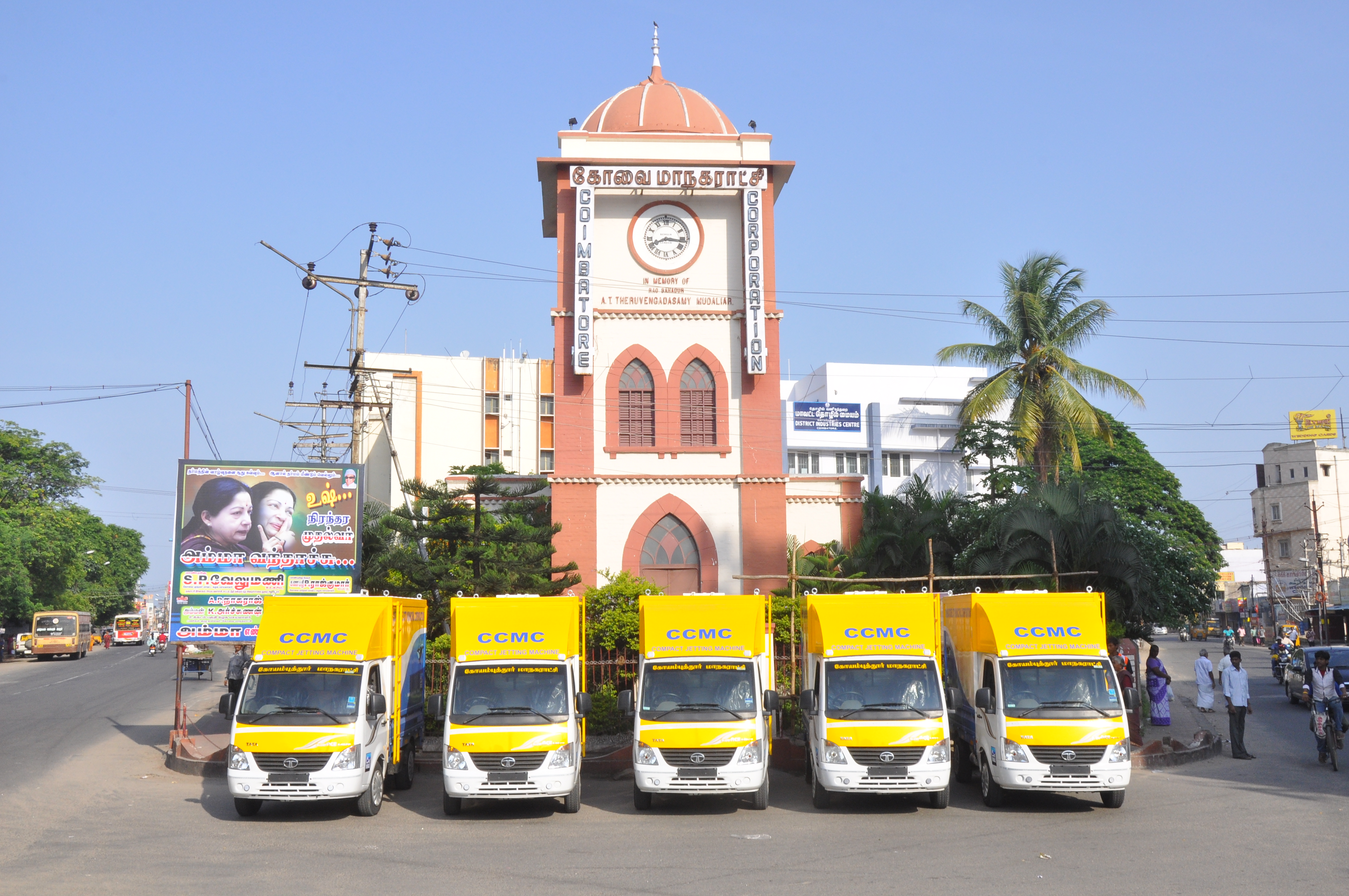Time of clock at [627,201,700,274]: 8:16
